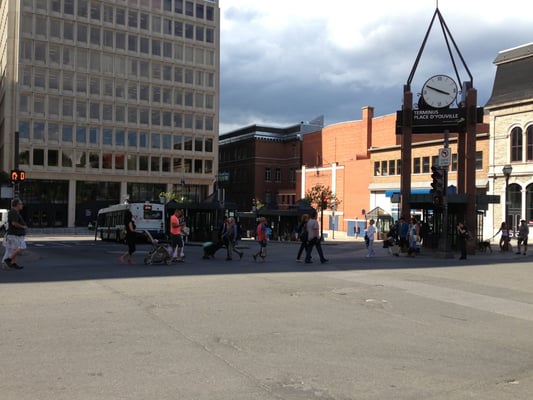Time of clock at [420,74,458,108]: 3:49
